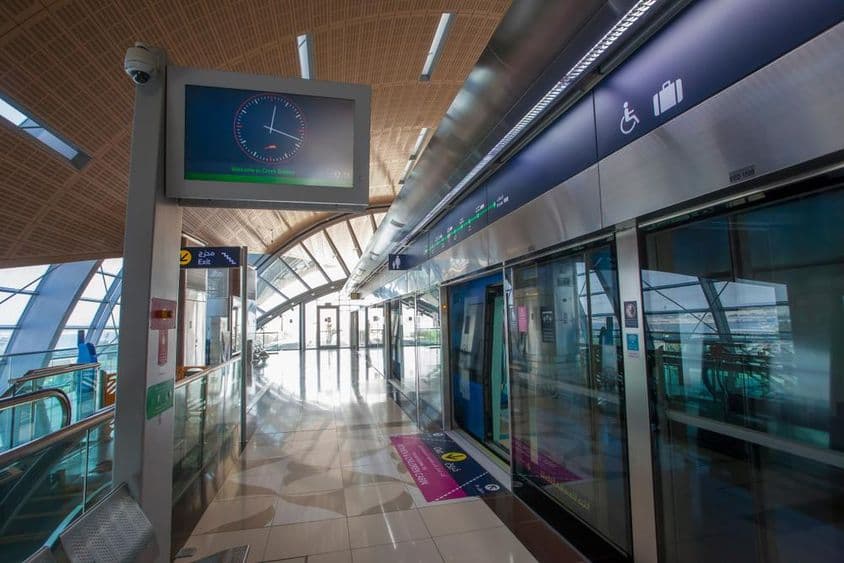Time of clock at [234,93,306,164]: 12:18
